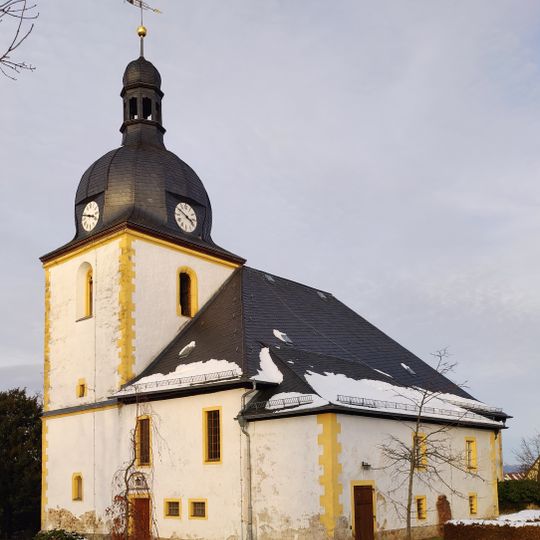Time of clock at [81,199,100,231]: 3:48
